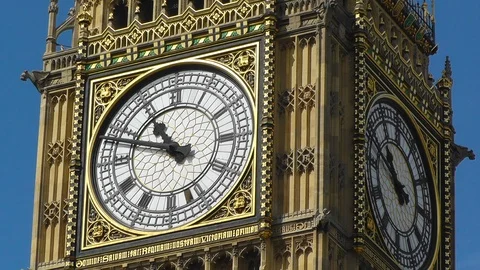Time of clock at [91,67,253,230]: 10:47
